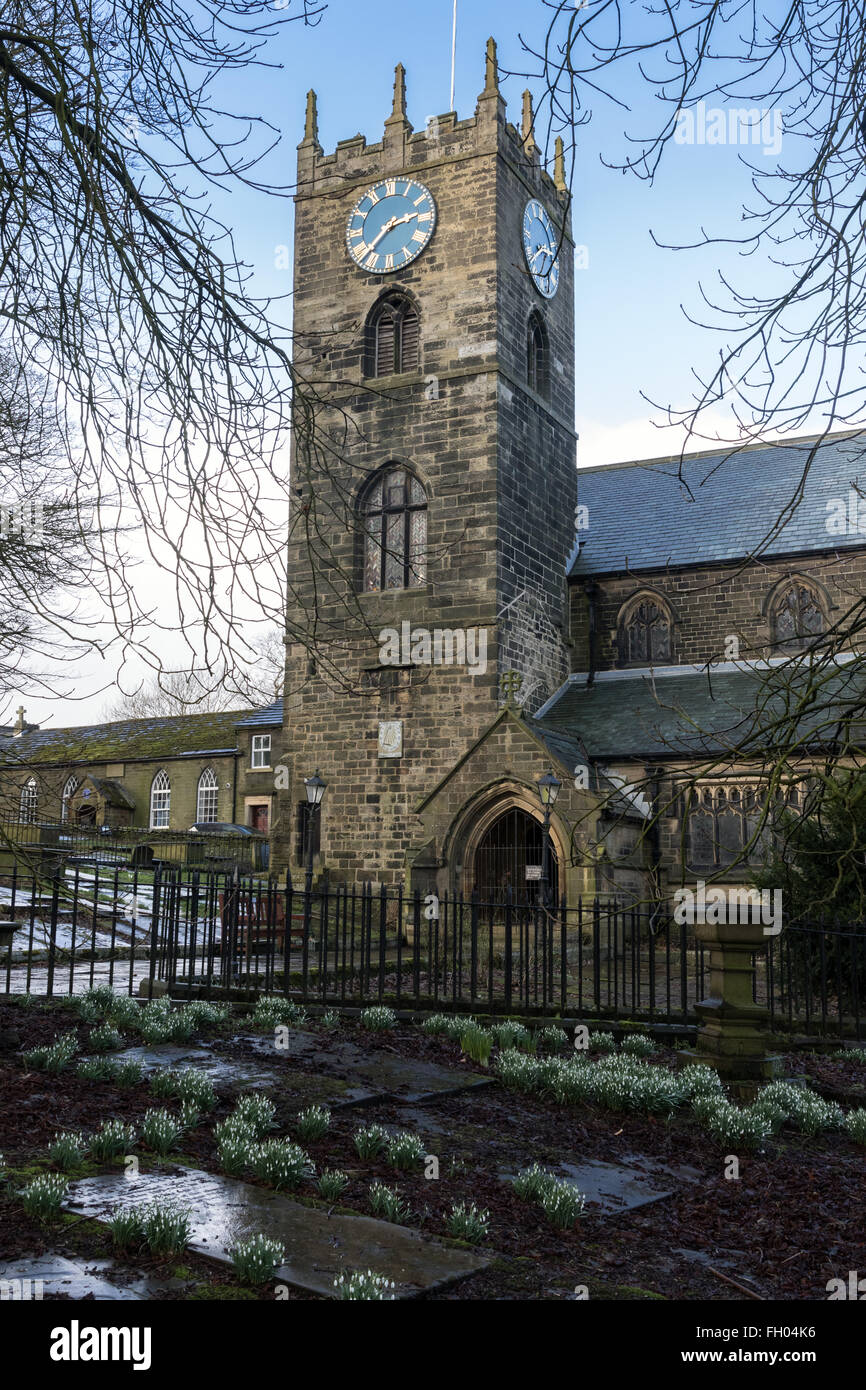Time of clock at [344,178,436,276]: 2:37
